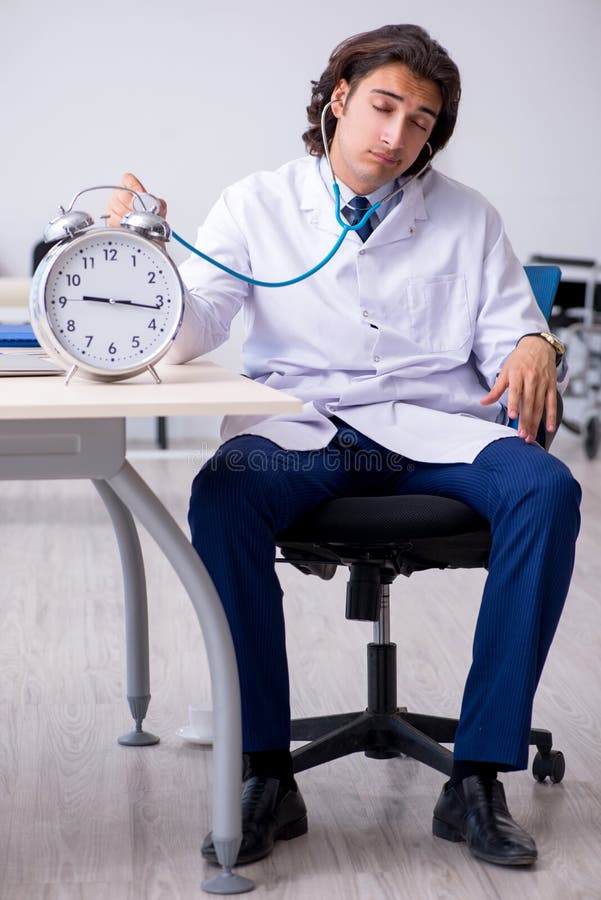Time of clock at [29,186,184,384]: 9:16
